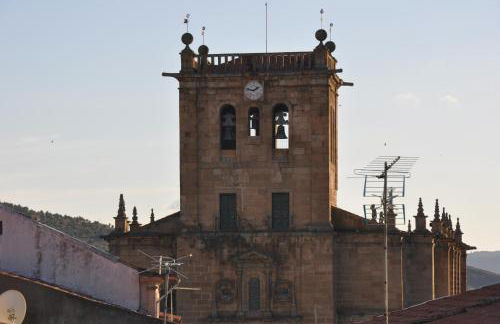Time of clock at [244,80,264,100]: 1:47
